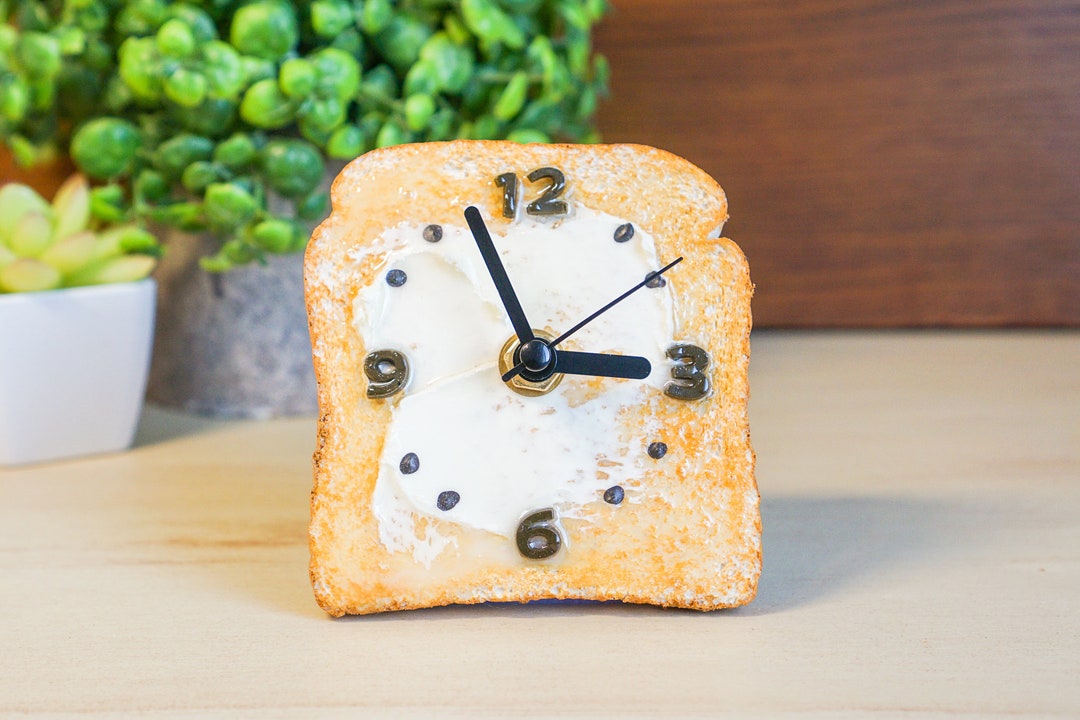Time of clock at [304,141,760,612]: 2:56
